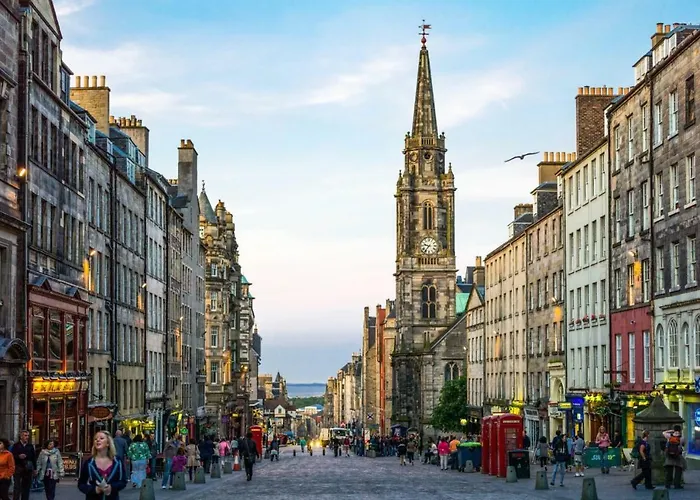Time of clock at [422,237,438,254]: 9:36
